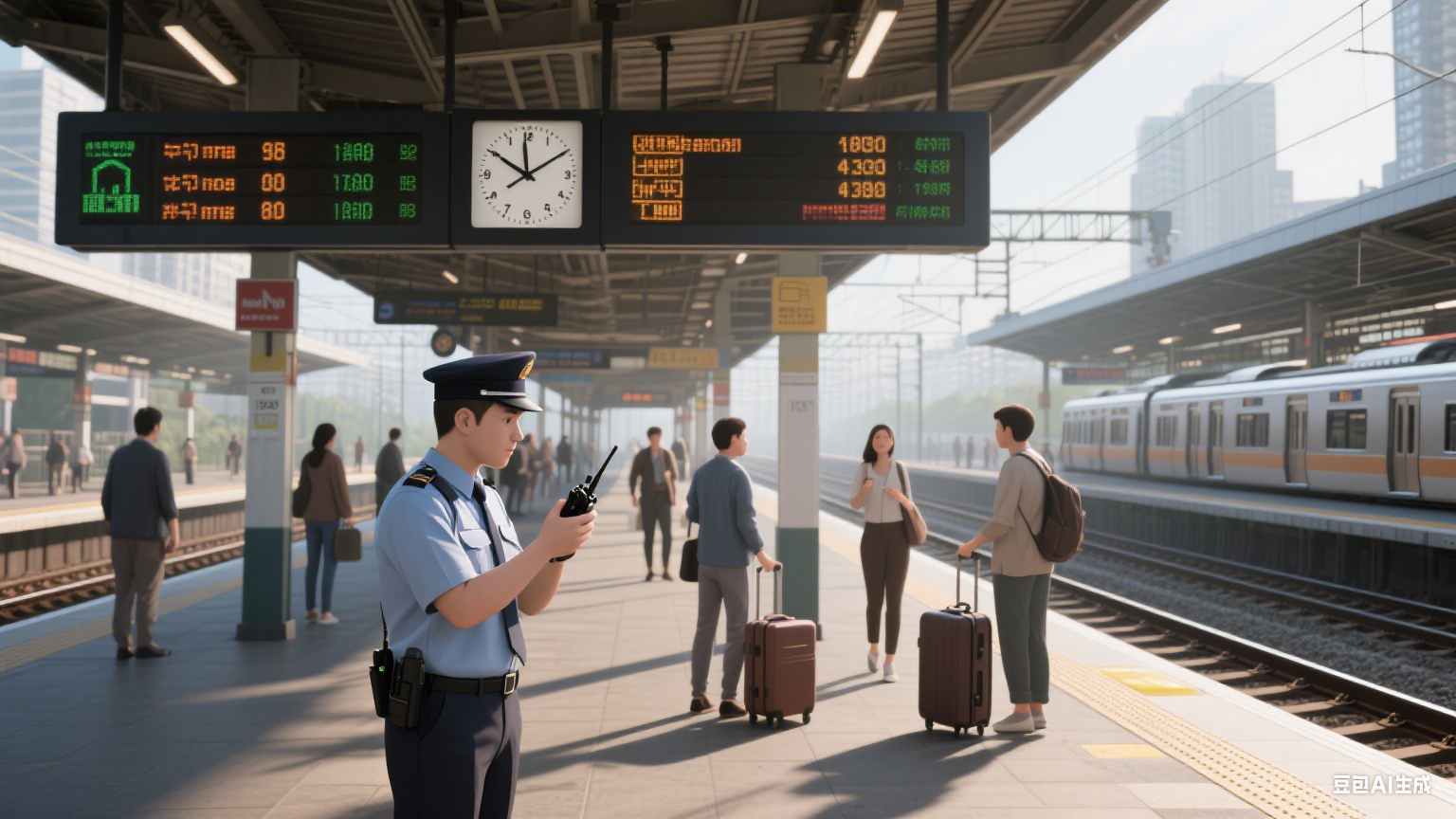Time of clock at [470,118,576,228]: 11:50
